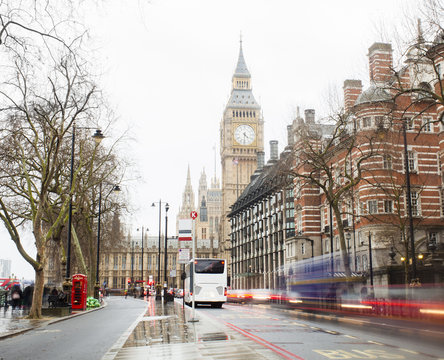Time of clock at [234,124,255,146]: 4:30
